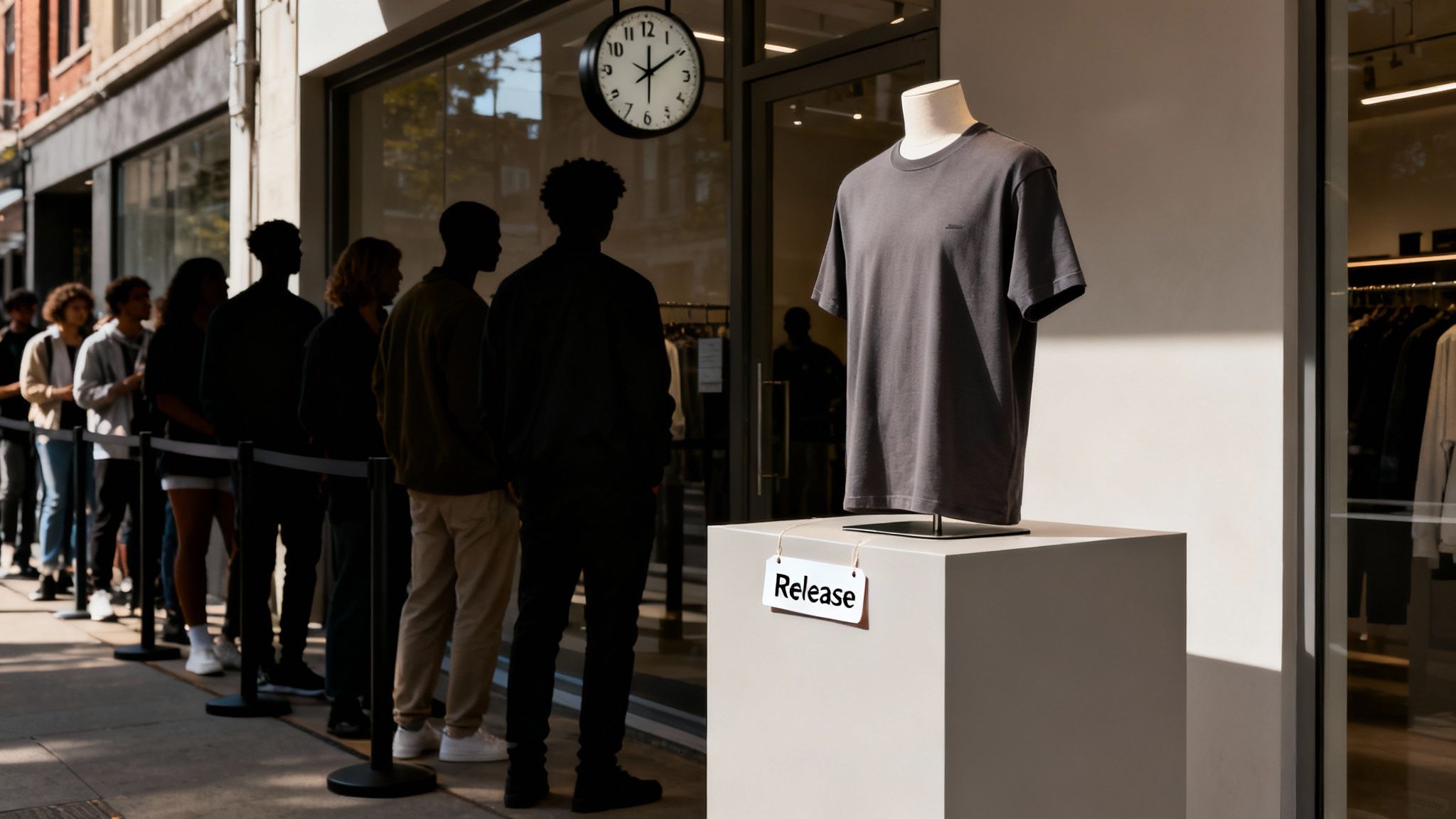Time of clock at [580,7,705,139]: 12:09
